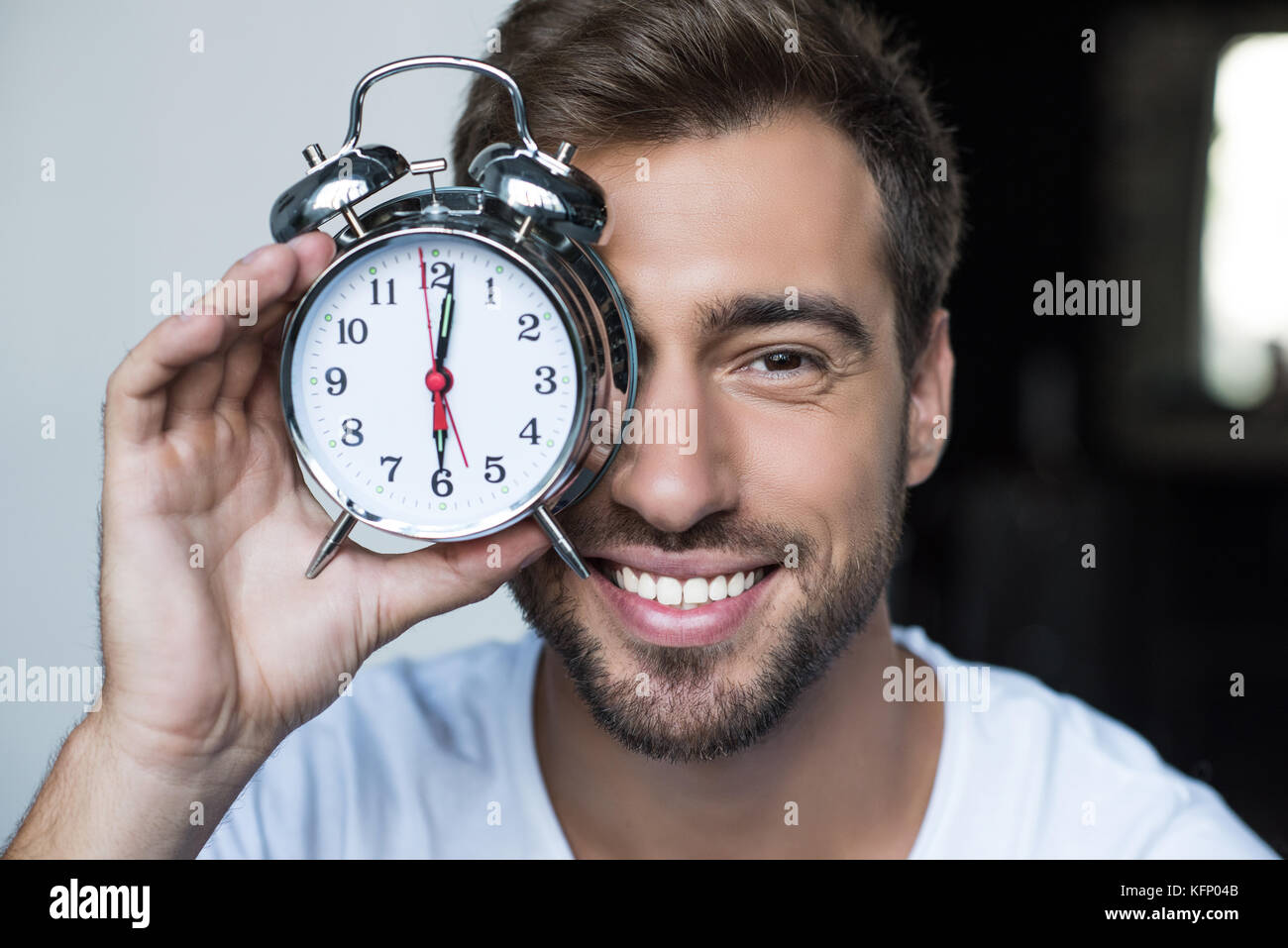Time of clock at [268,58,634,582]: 6:01
